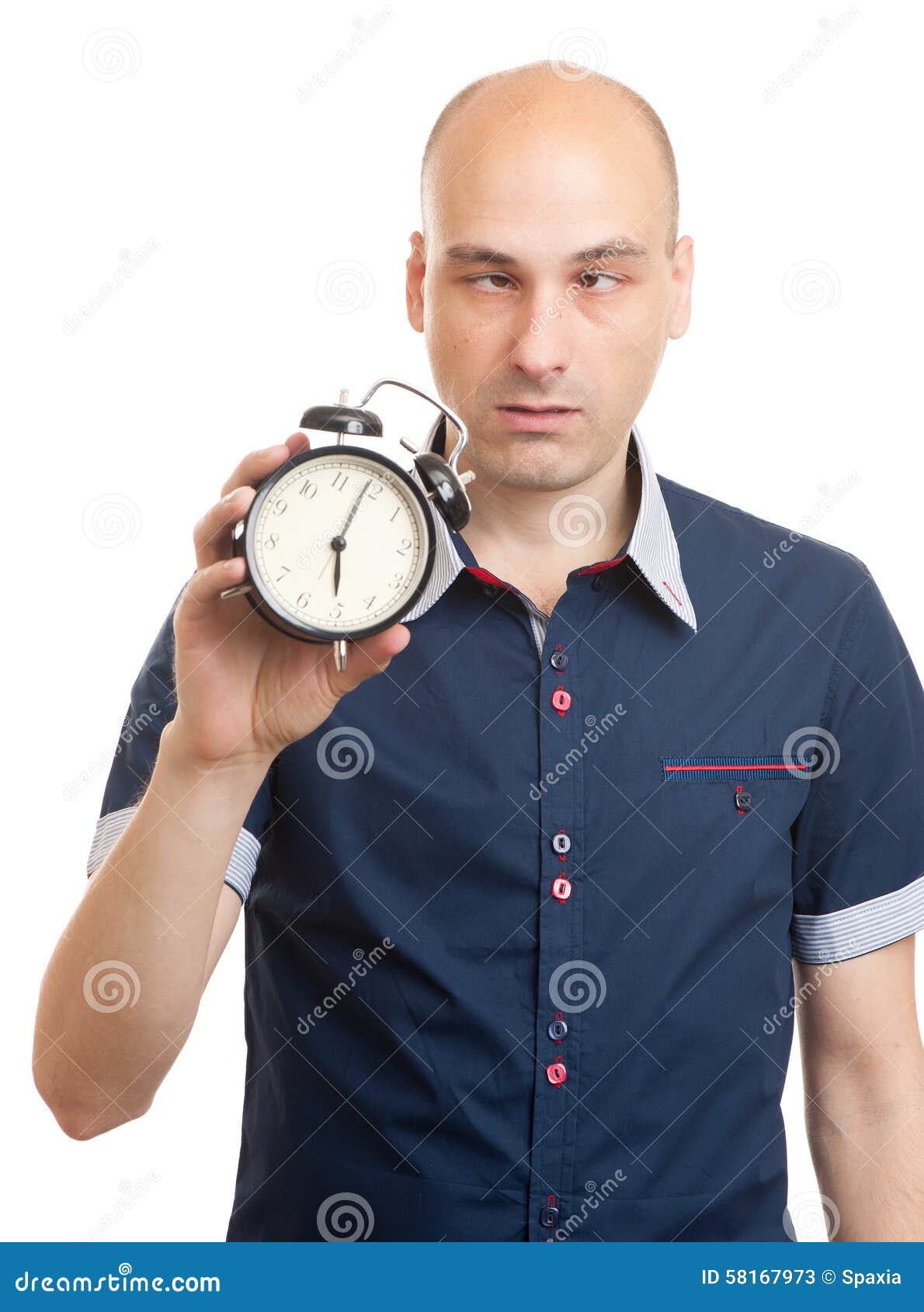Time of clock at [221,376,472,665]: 6:04
